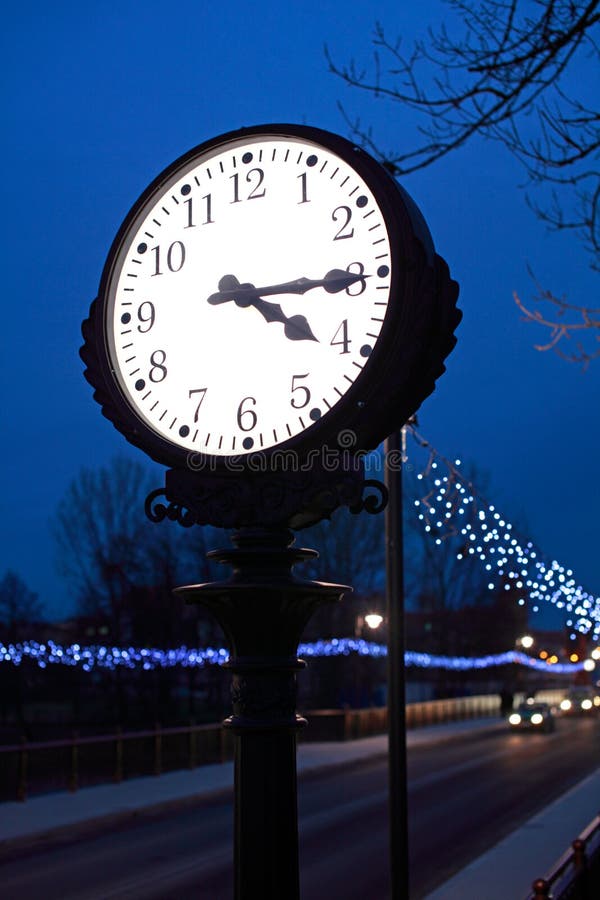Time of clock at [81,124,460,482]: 4:14
